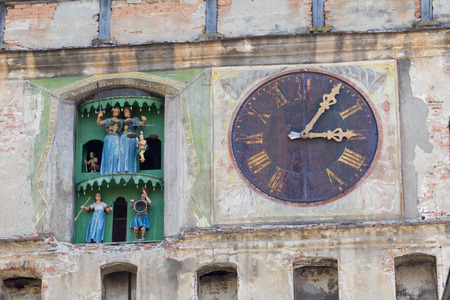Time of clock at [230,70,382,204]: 3:05
